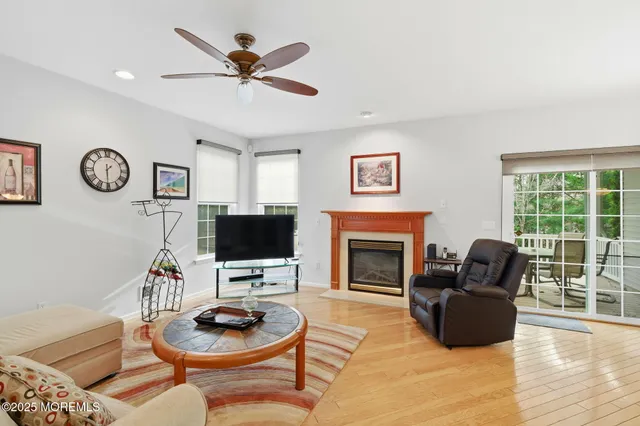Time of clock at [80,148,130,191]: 1:30
